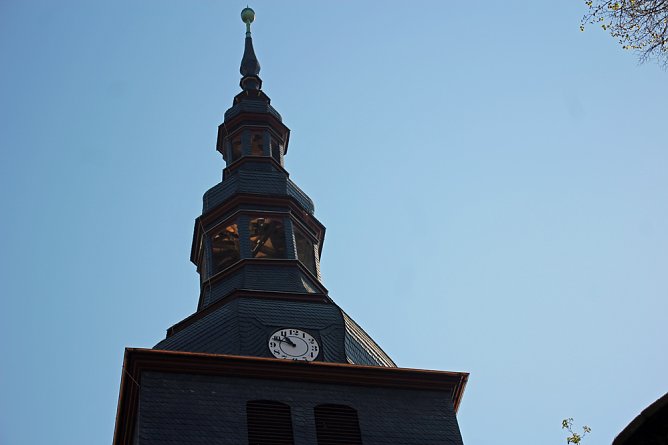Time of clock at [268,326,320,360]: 10:48
